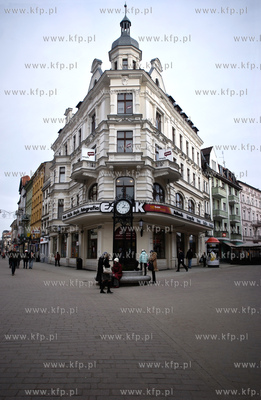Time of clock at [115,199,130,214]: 1:16
